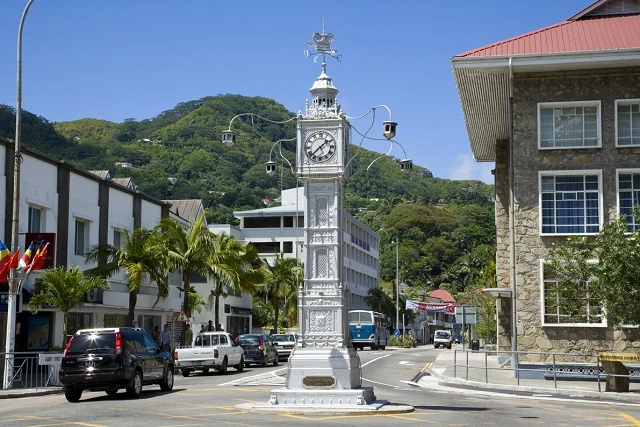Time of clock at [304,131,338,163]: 1:37
